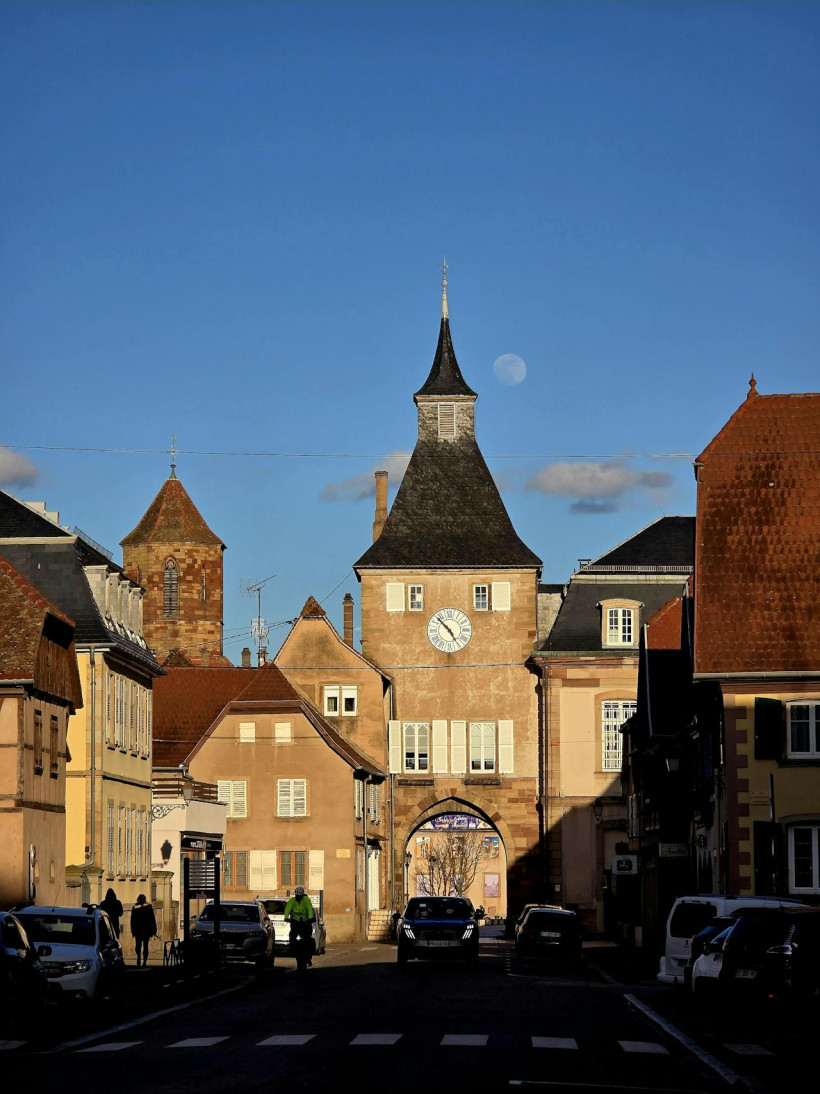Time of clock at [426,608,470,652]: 4:52
